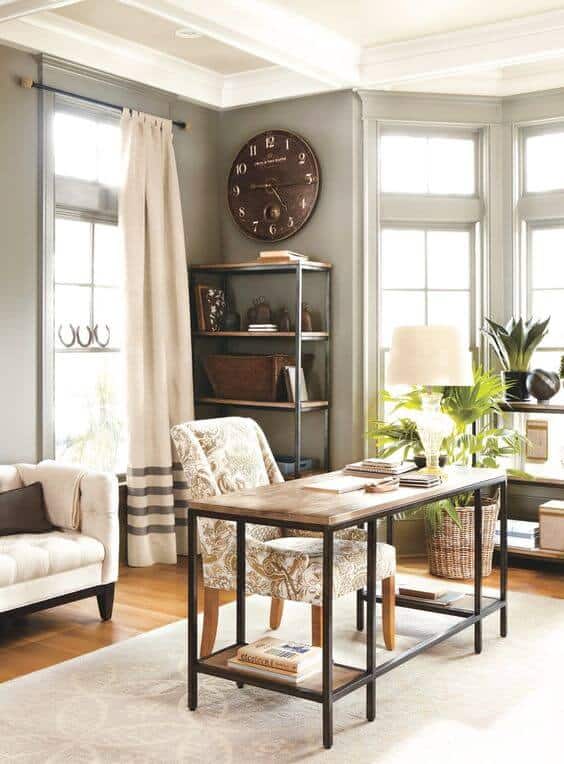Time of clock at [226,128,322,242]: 4:45
